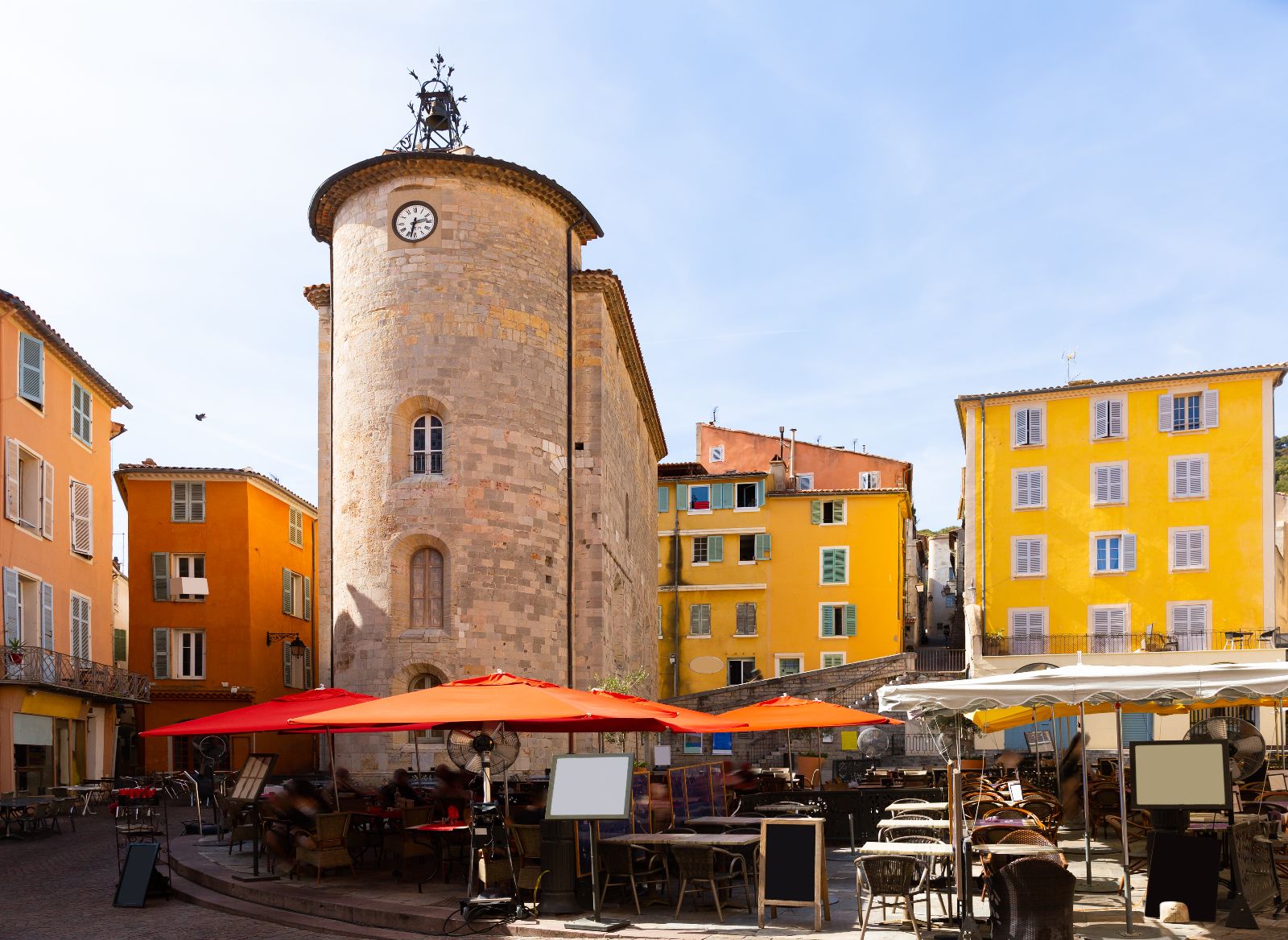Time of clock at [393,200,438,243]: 2:32
